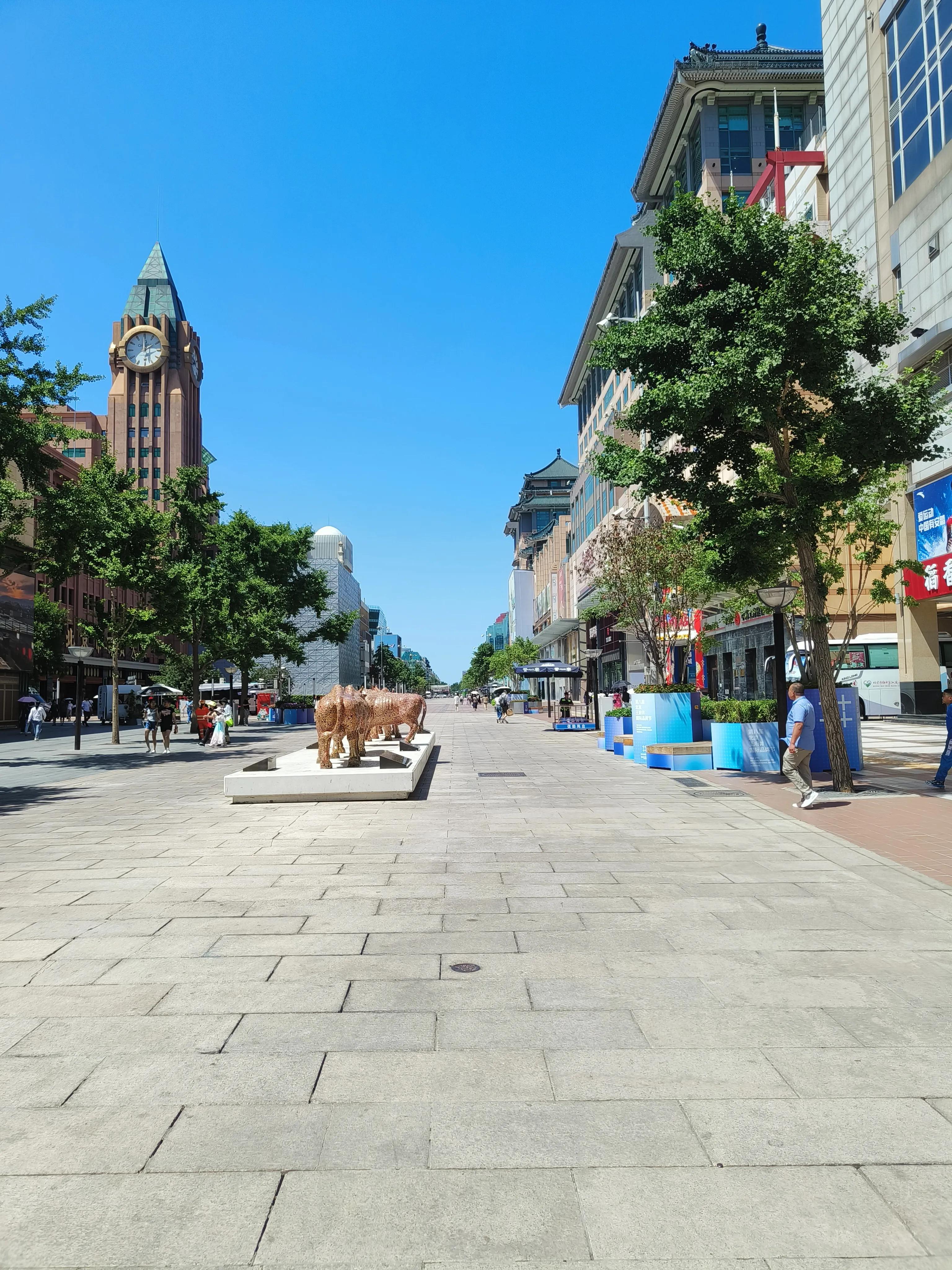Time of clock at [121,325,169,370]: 1:59
